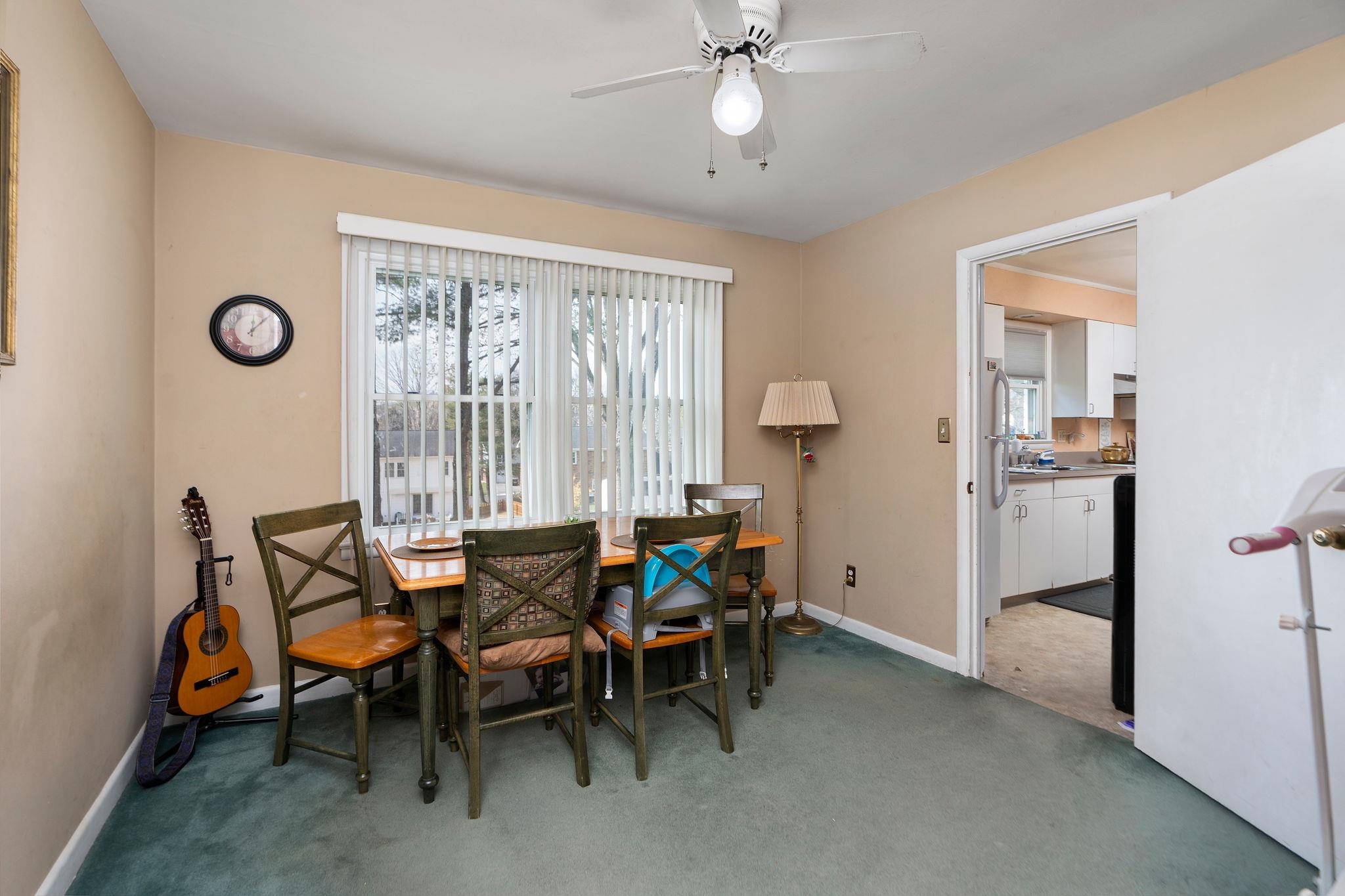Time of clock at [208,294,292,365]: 12:07
